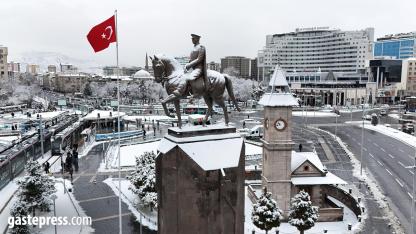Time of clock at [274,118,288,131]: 10:42
